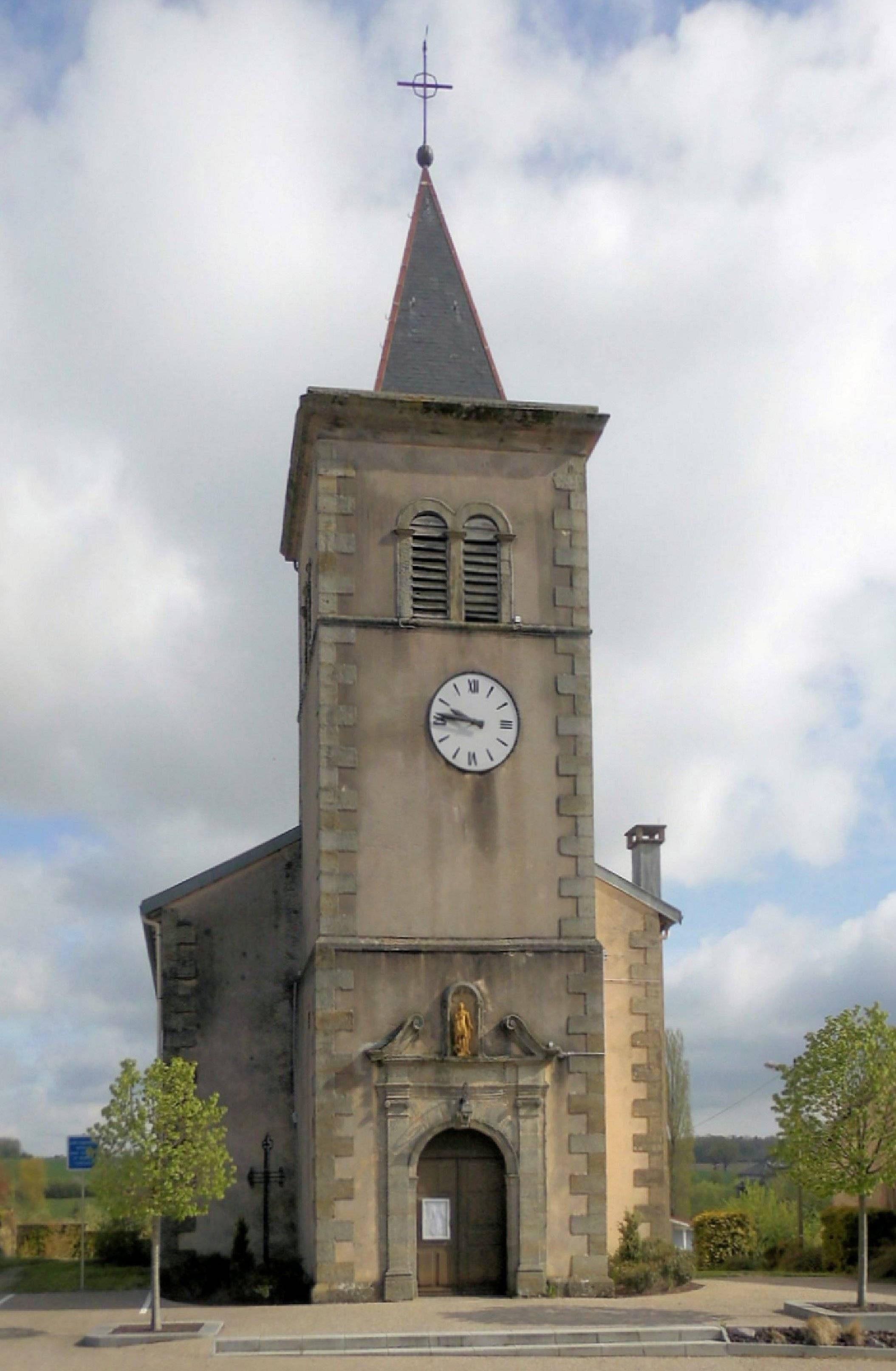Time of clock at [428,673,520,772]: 9:45
